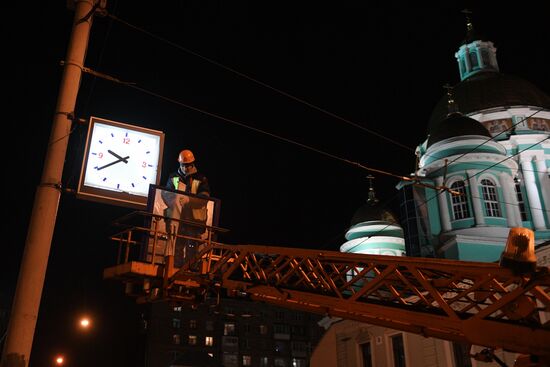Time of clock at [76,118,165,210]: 9:39
